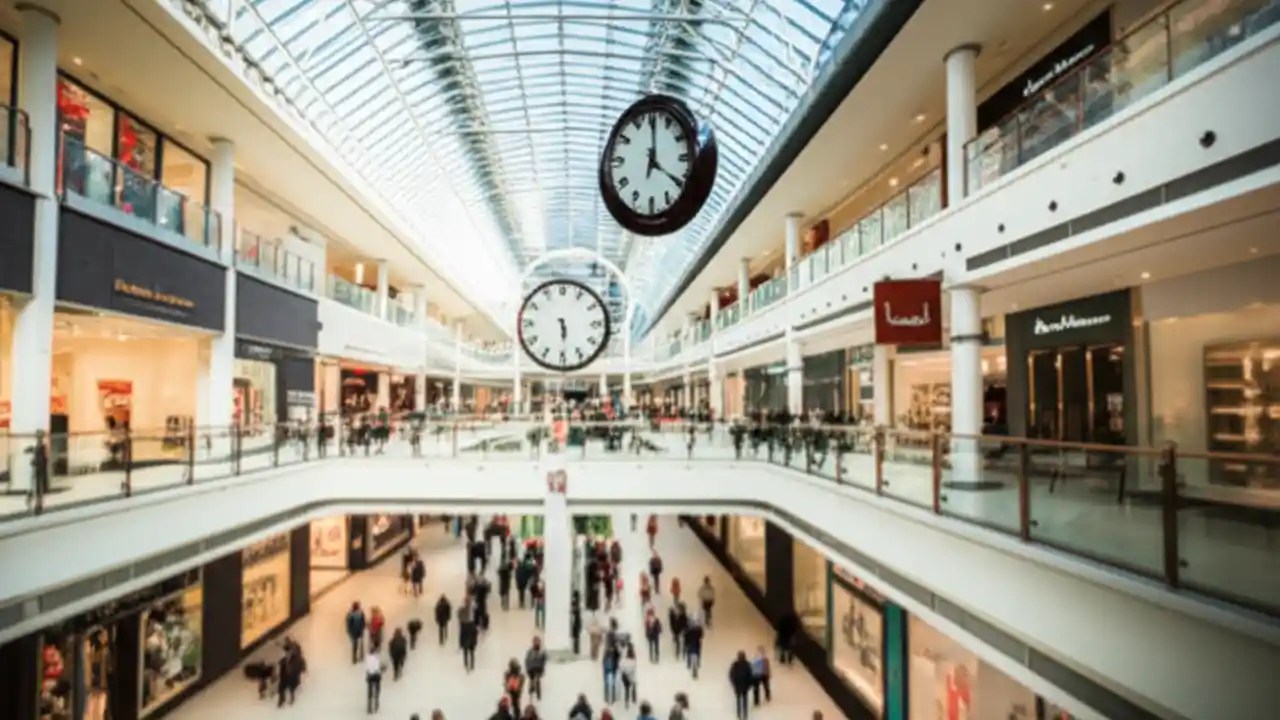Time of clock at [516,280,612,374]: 5:29
